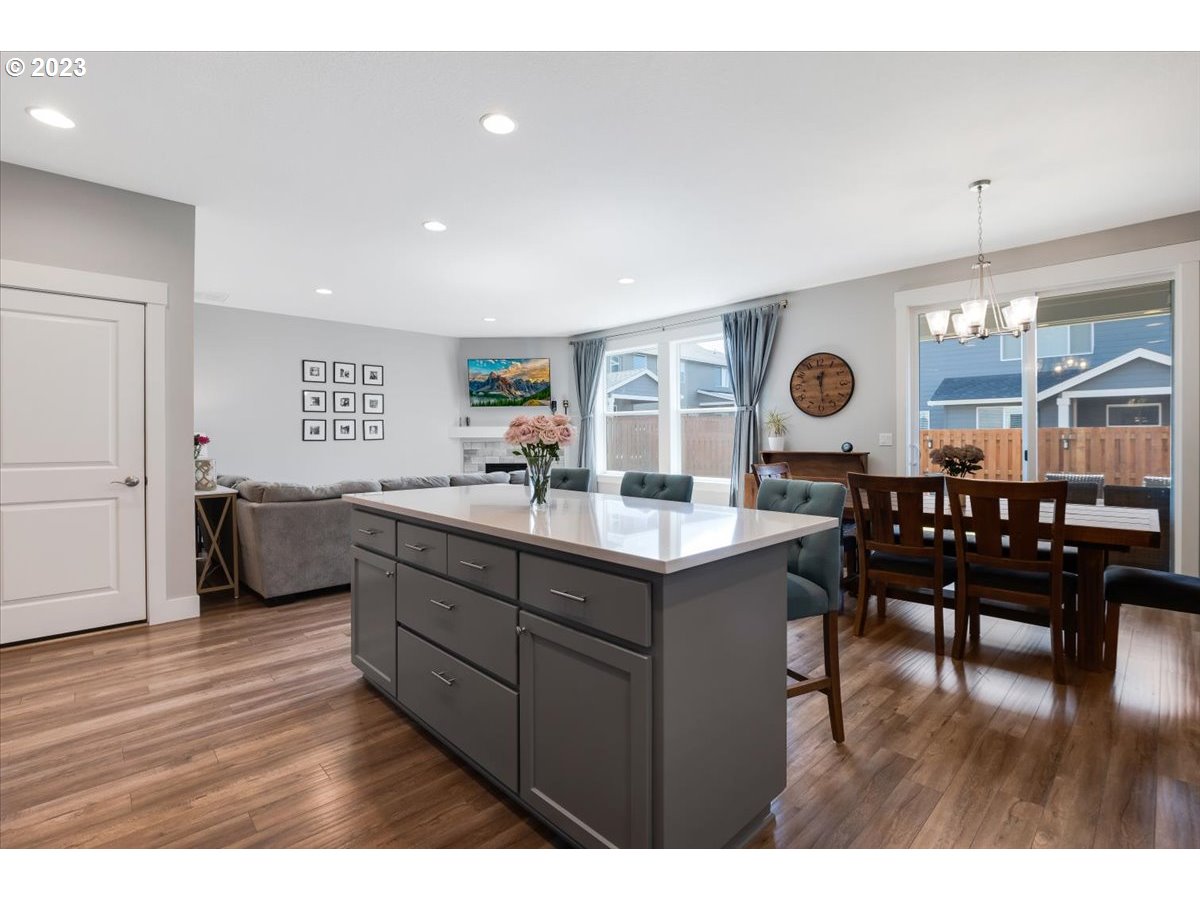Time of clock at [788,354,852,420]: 12:28
